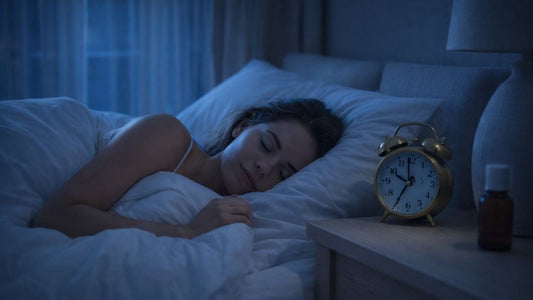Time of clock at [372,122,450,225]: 6:58
